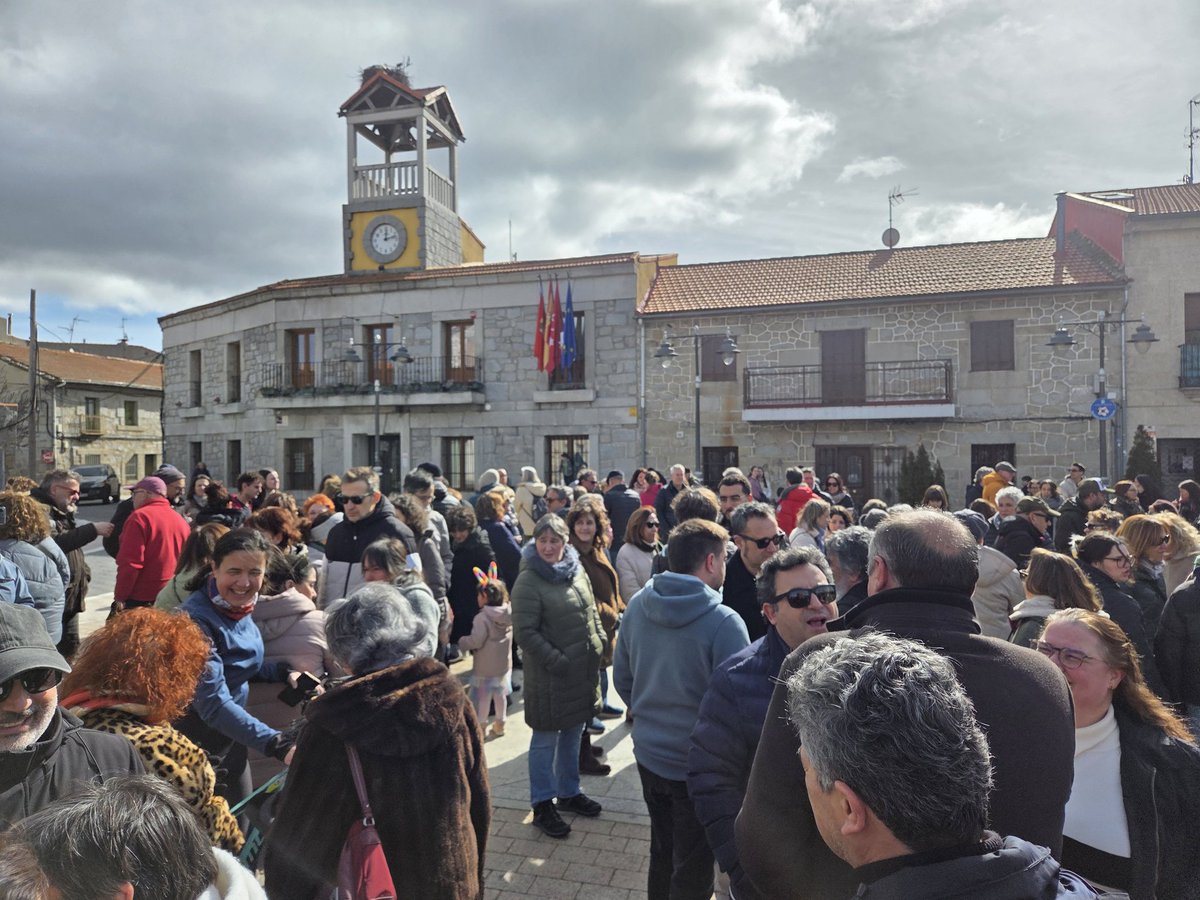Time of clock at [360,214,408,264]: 12:12
